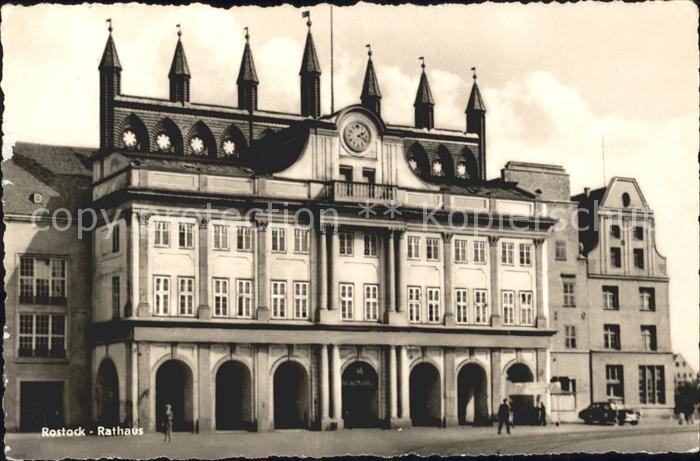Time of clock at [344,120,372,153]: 2:18
